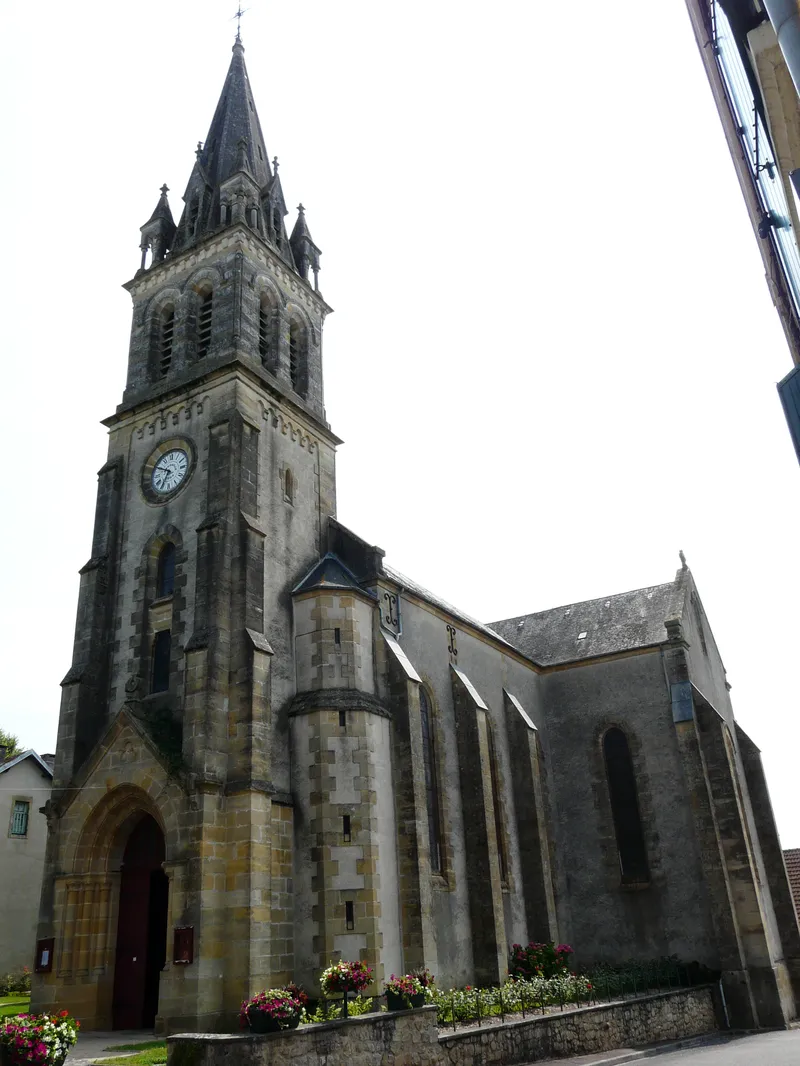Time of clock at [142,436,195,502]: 6:49
